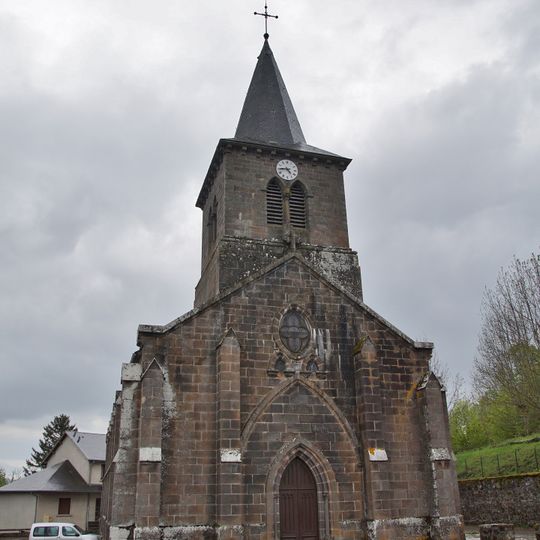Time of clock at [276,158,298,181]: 4:44
